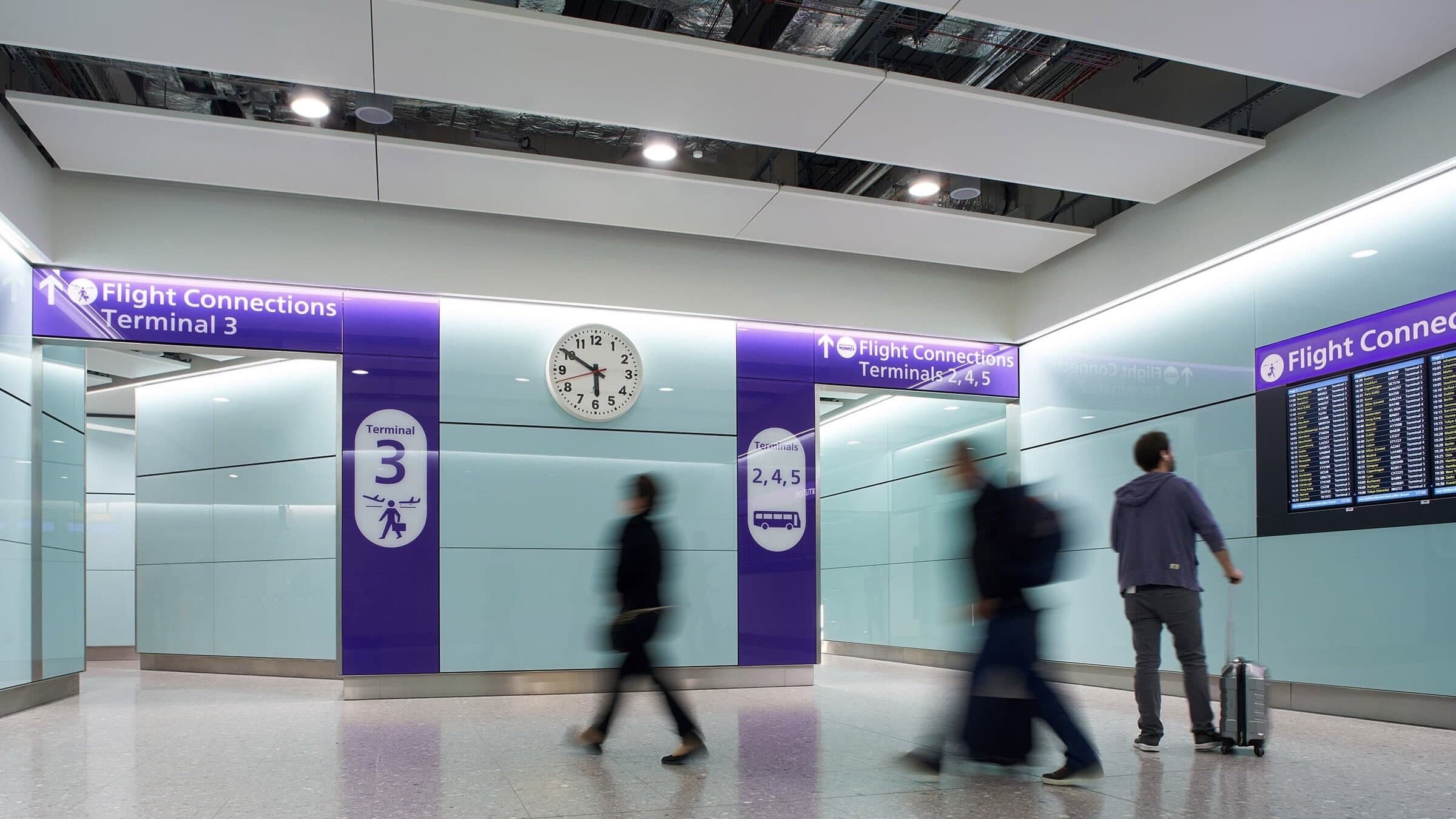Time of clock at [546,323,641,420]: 5:50
